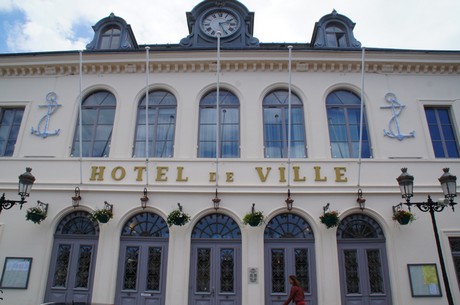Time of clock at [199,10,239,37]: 2:25
